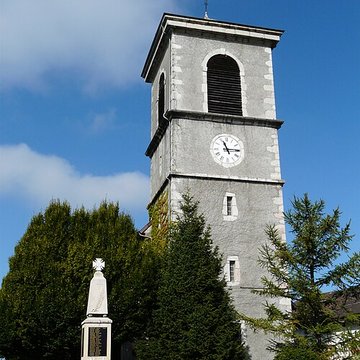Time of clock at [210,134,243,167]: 11:14
